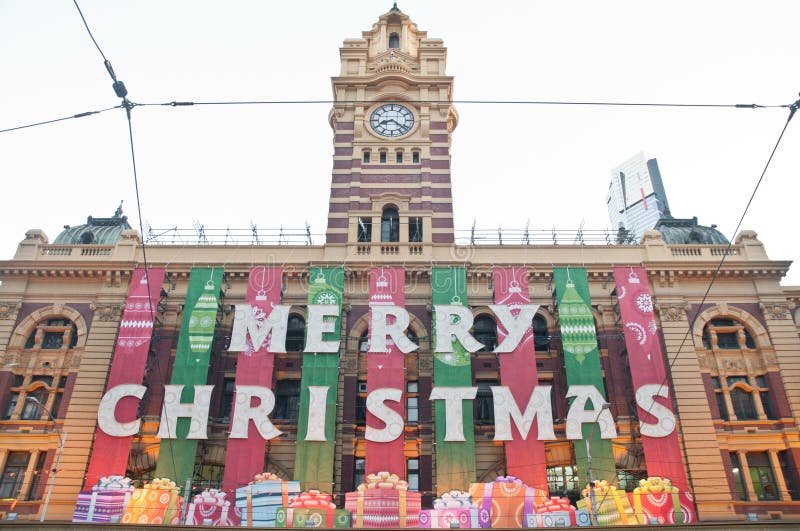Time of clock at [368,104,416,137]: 8:21
